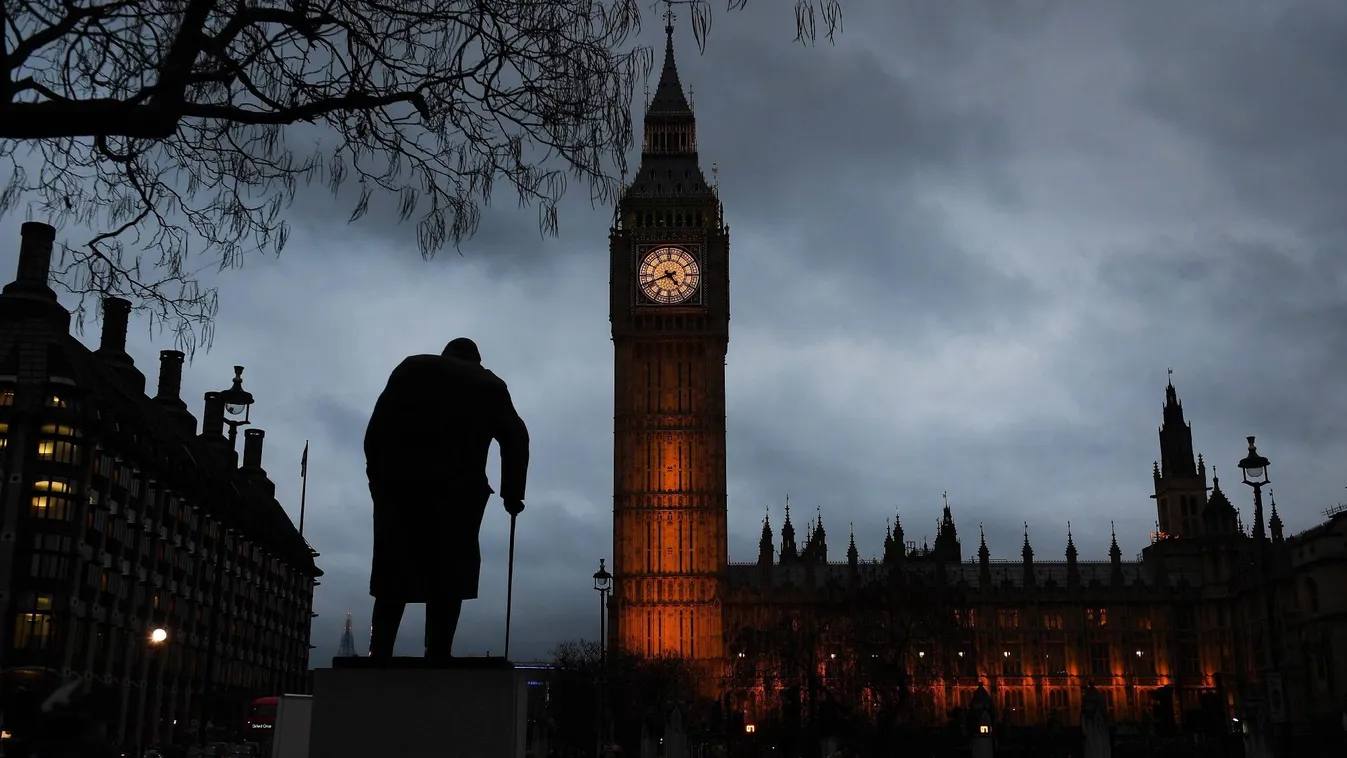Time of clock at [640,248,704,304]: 4:41
